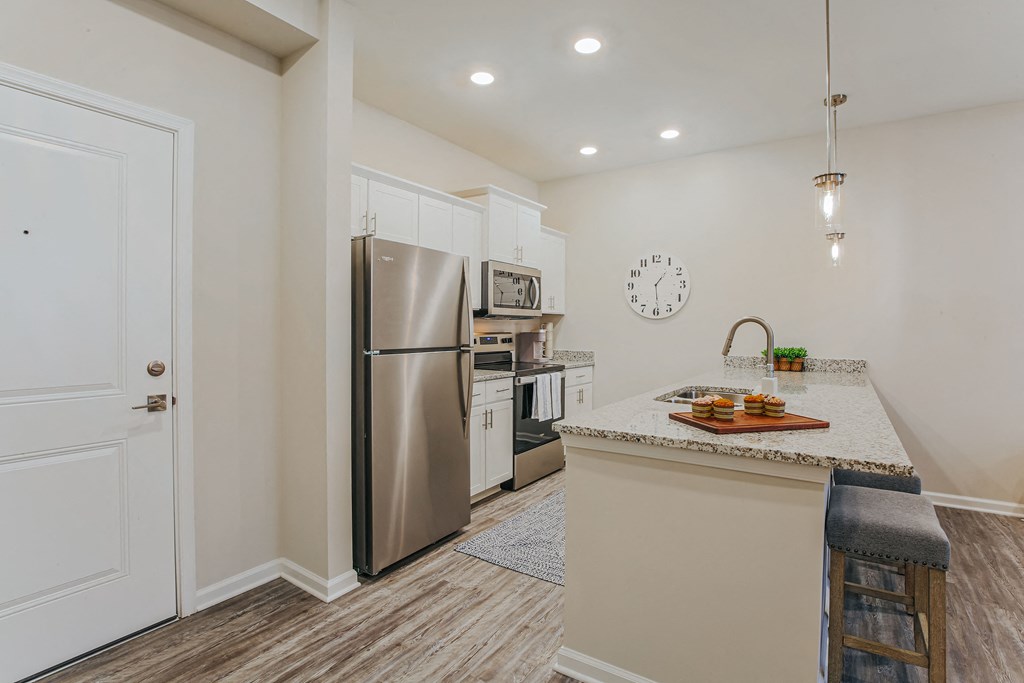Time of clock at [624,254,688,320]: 1:29
